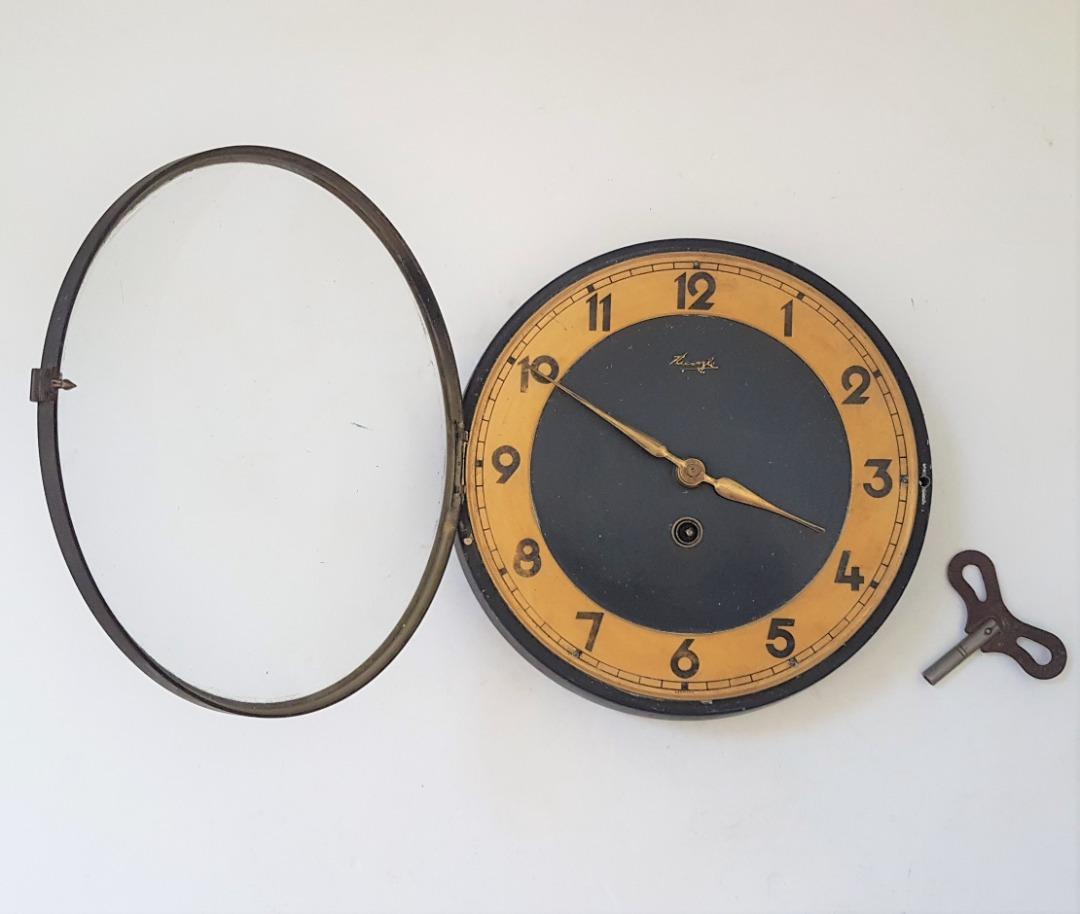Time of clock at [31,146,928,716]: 3:50
